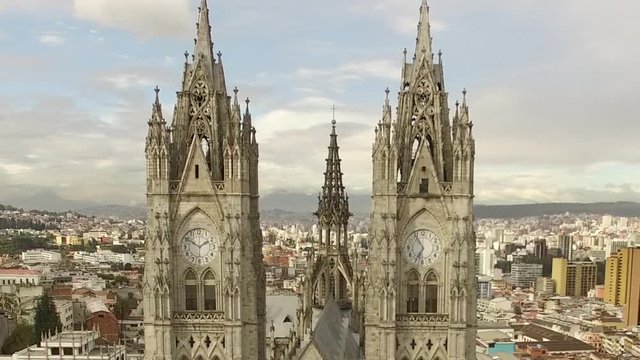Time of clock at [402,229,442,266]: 6:54
